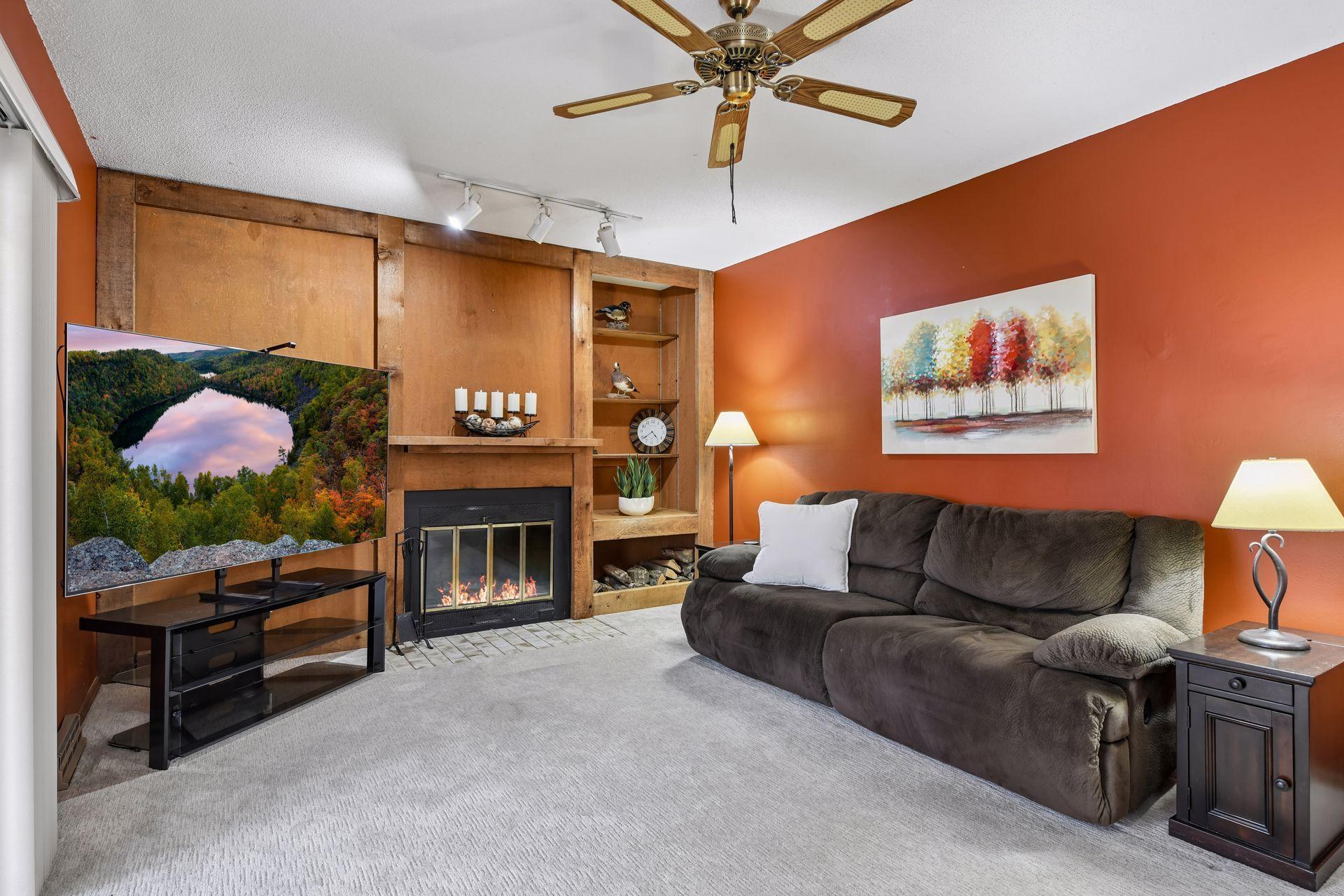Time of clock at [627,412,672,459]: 4:38
